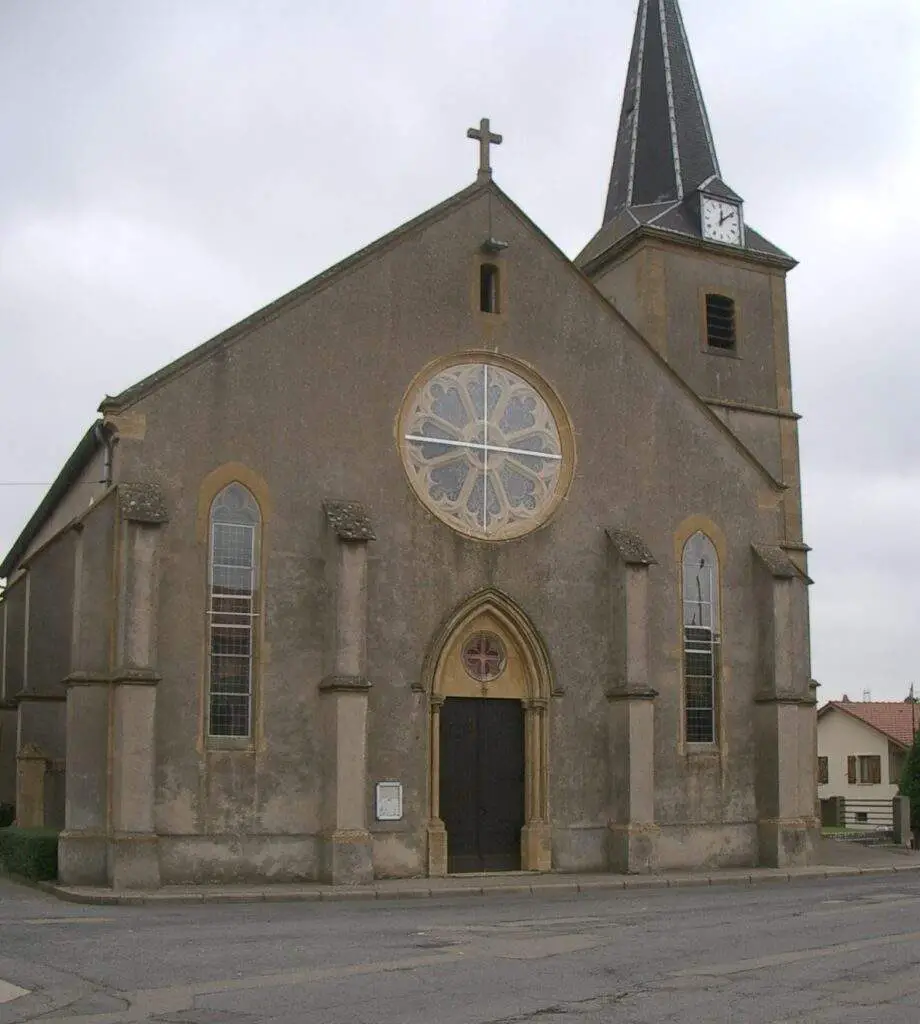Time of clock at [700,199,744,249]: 12:08
